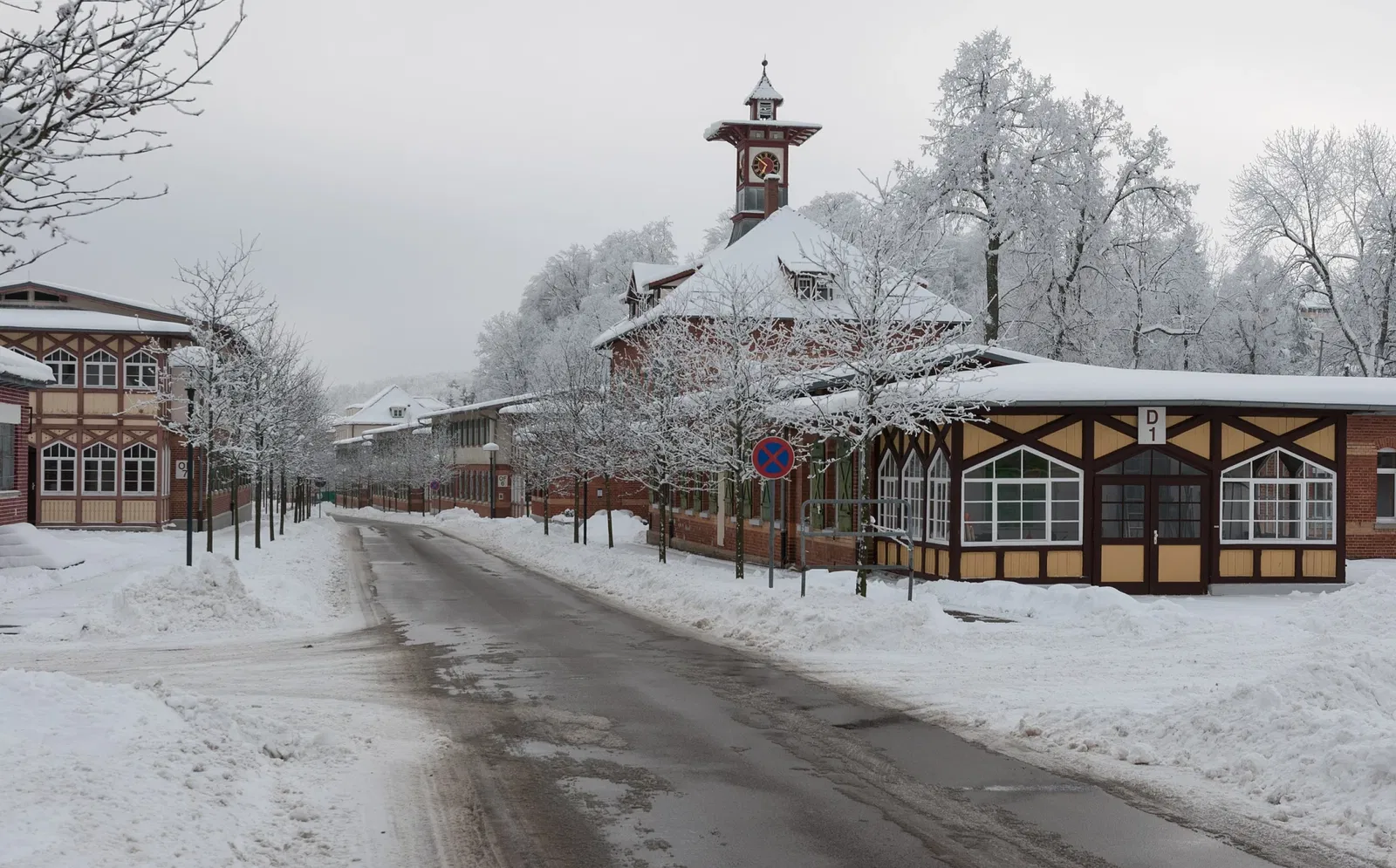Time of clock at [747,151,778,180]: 6:50
